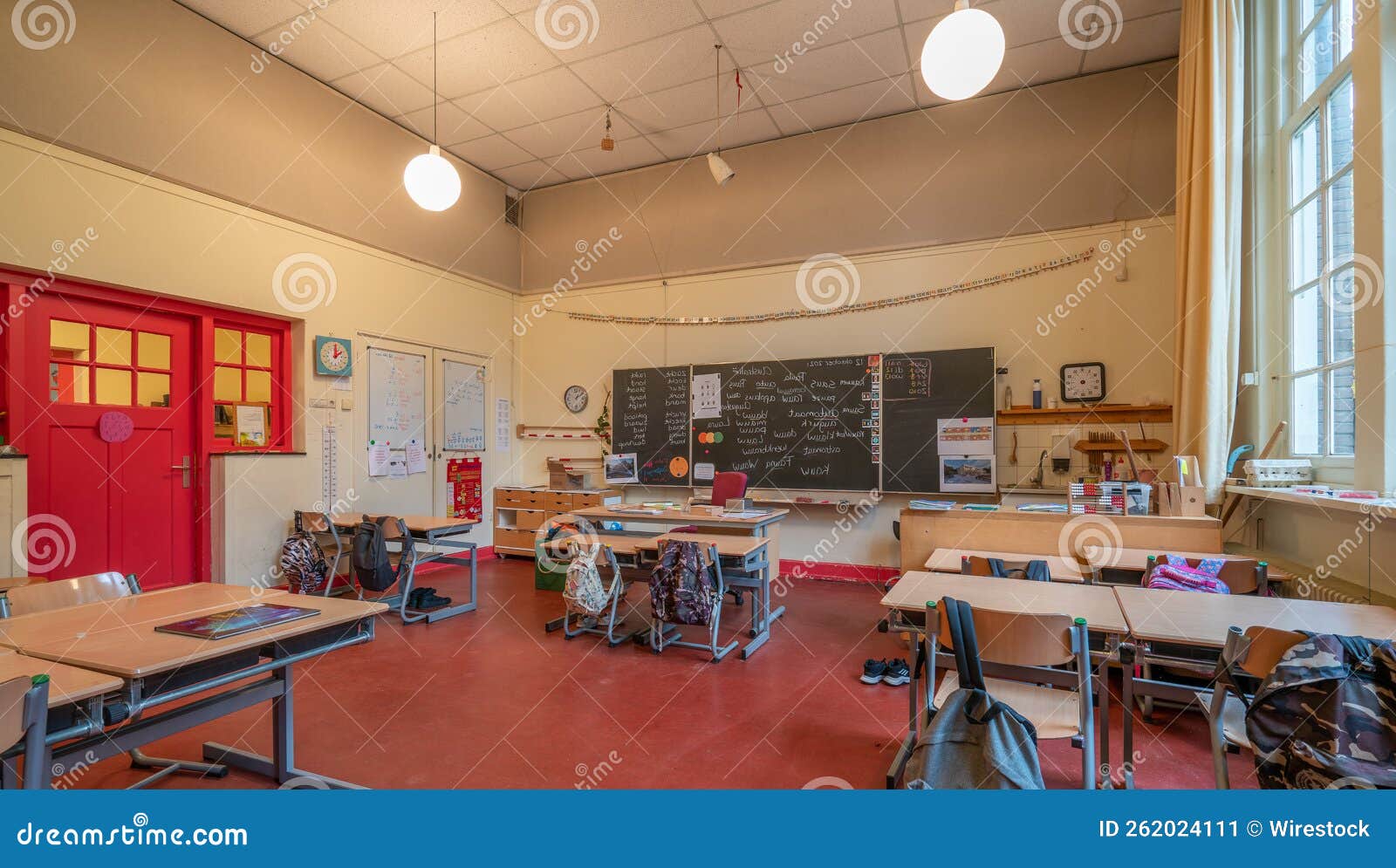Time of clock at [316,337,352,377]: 2:01
